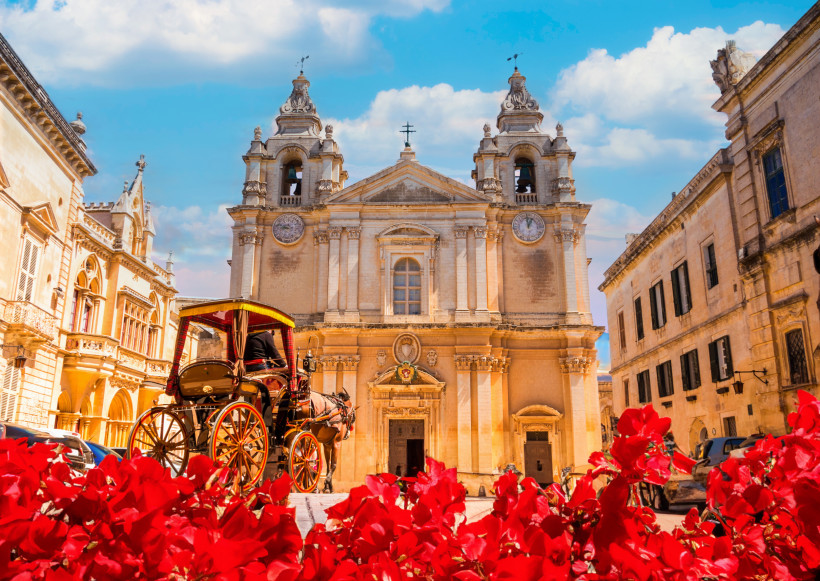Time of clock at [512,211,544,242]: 12:59
